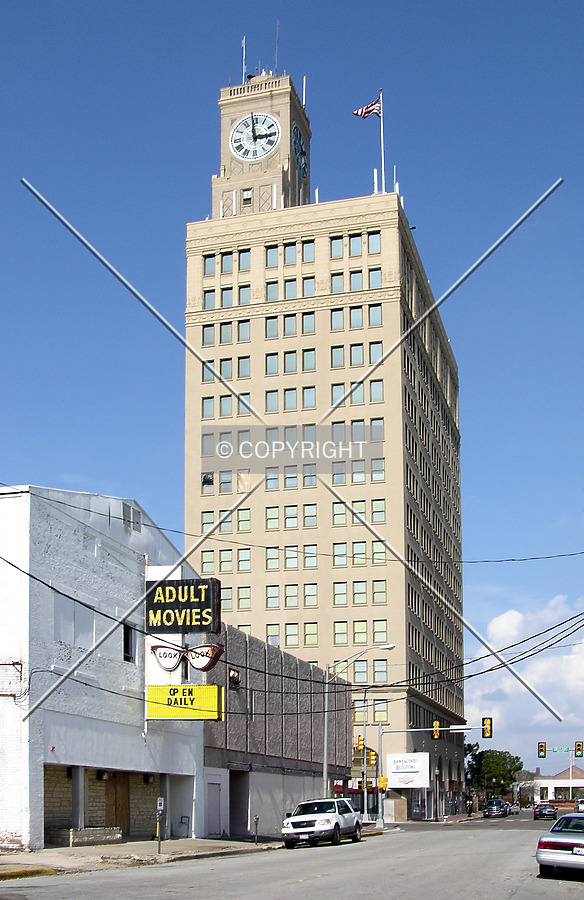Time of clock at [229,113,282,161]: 2:58
